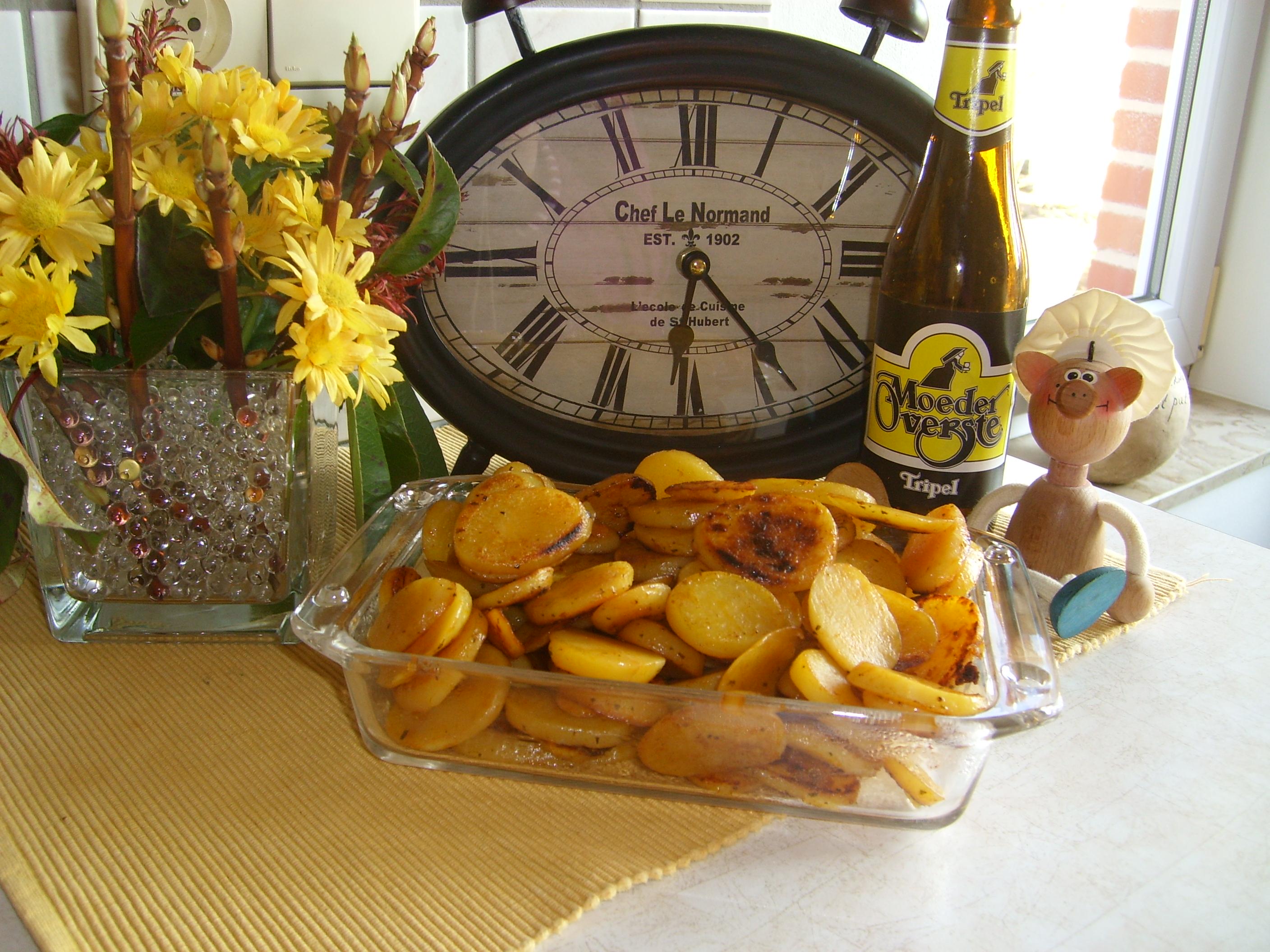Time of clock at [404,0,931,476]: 6:23
